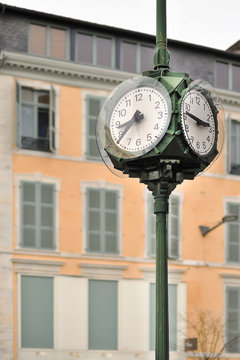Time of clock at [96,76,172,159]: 8:38
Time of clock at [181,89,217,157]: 2:46
